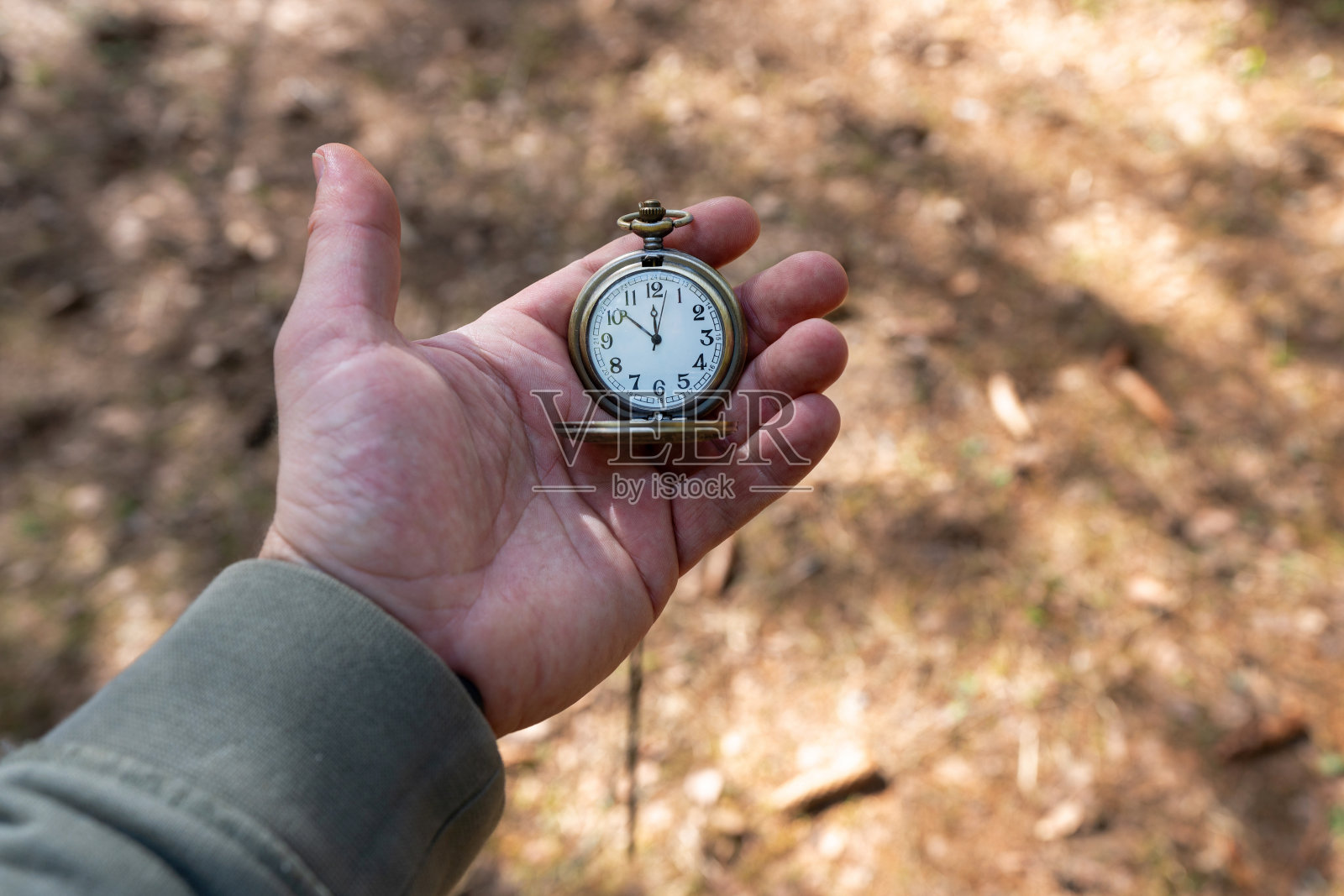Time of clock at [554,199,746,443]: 11:51
